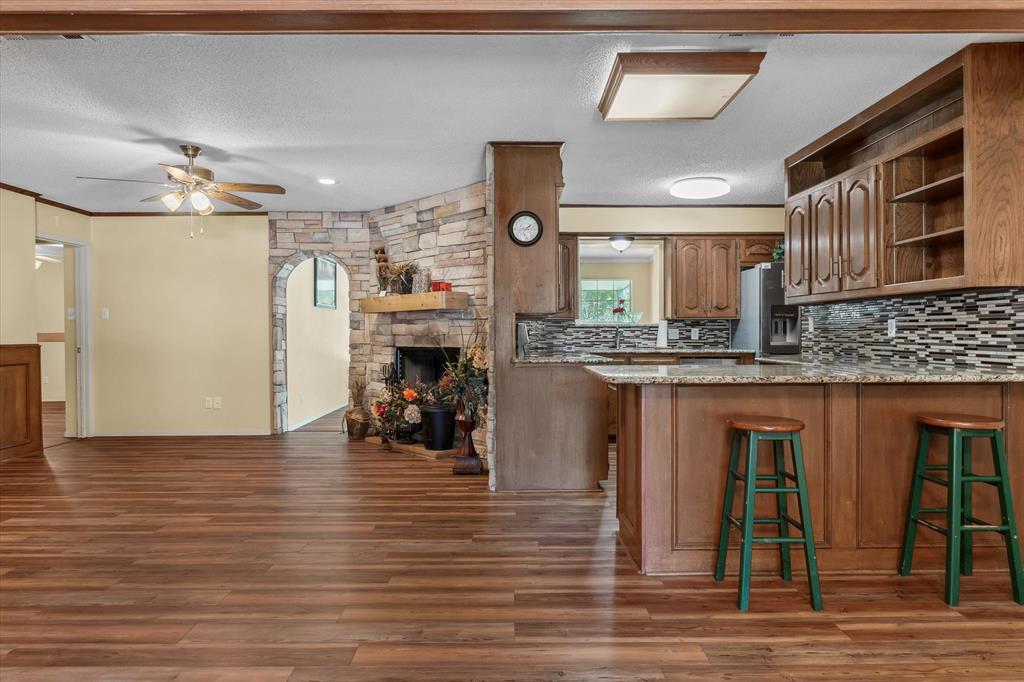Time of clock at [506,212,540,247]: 1:43
